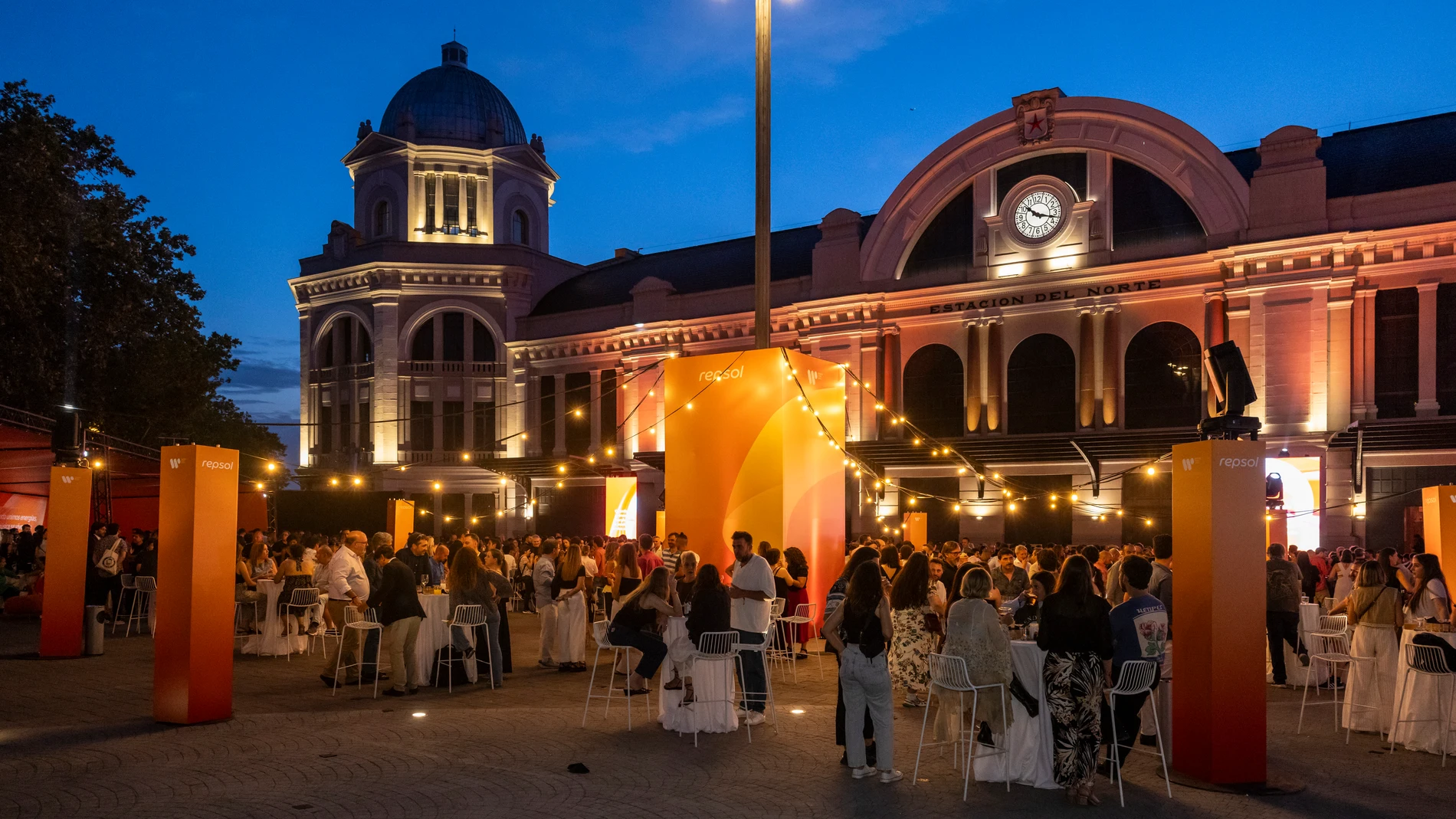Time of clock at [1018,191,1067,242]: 10:17
